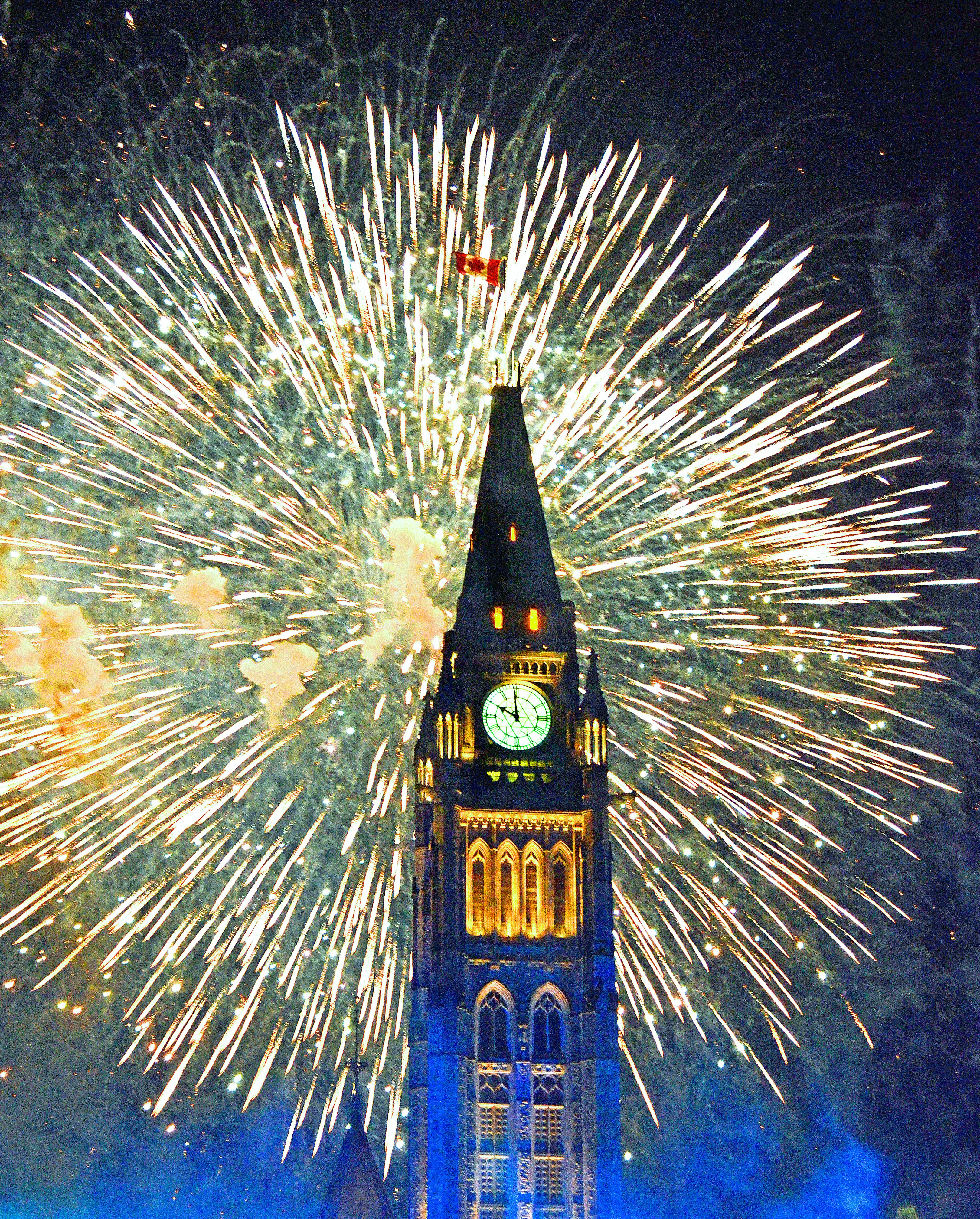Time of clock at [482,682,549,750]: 9:59
